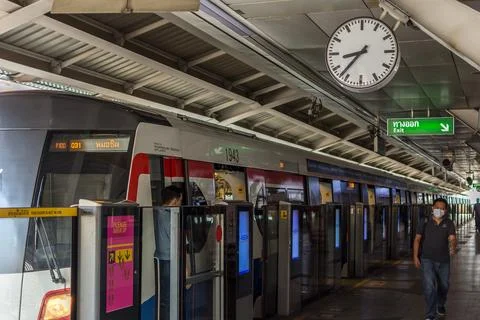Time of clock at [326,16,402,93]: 8:37
